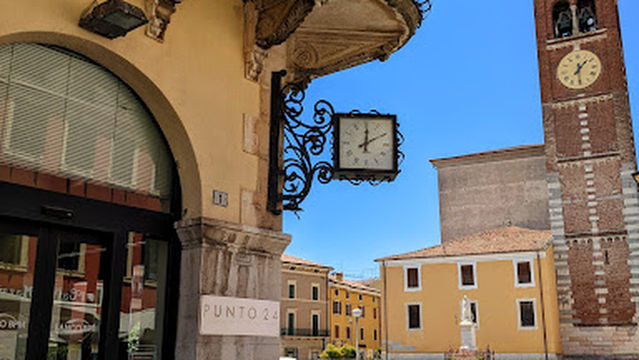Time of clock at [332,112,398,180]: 12:10
